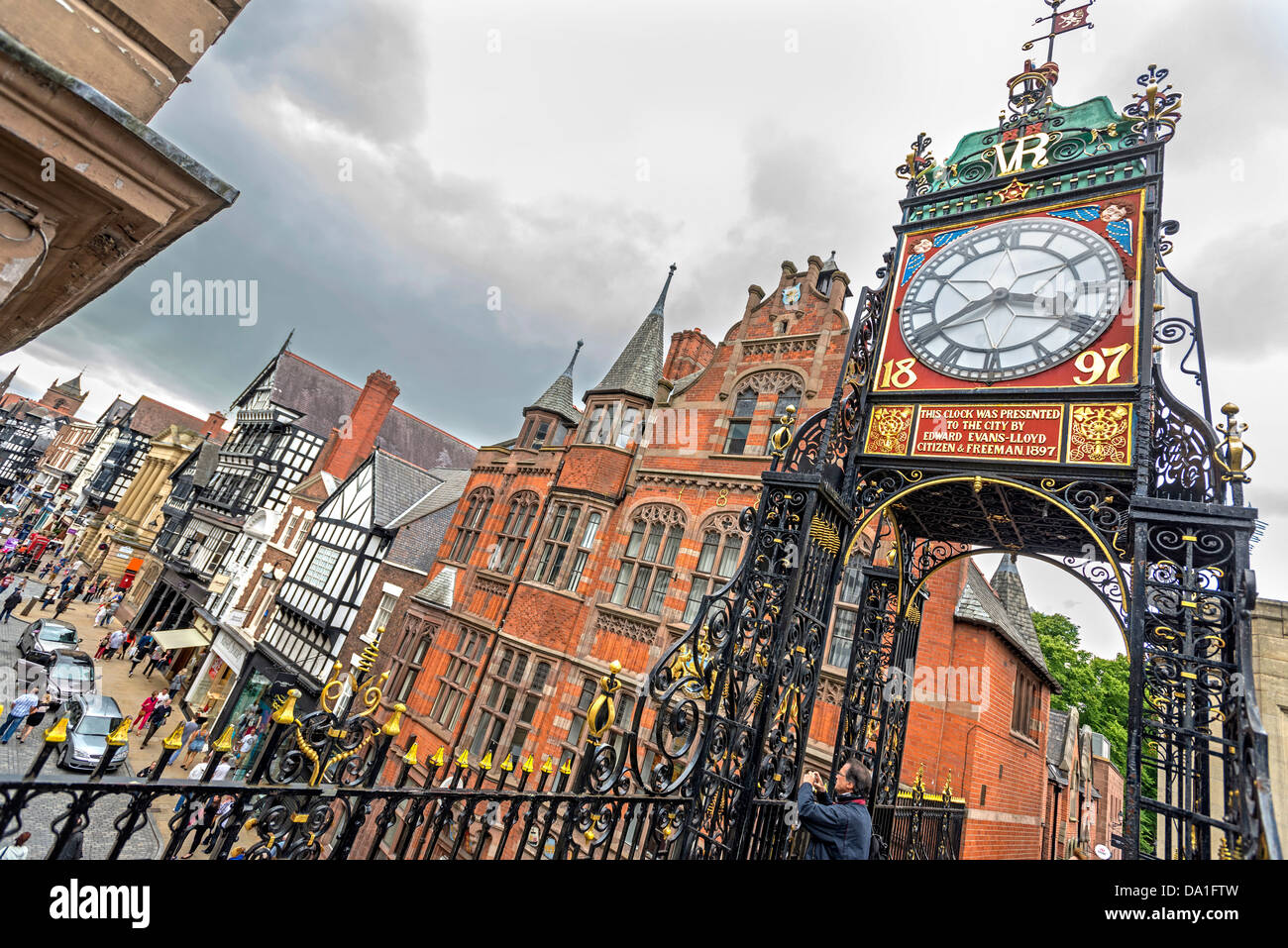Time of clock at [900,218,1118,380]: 3:40
